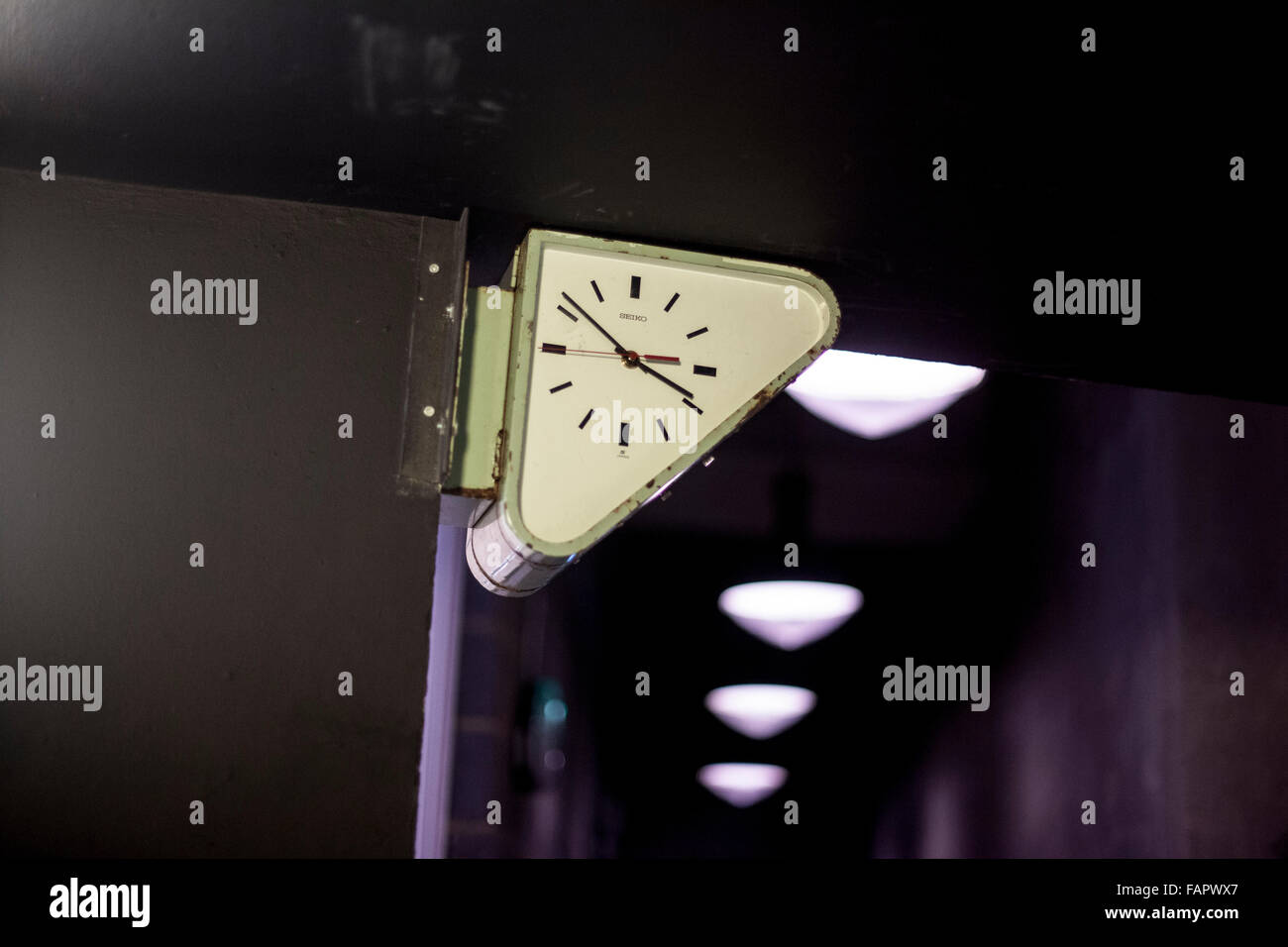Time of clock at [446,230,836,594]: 3:51
